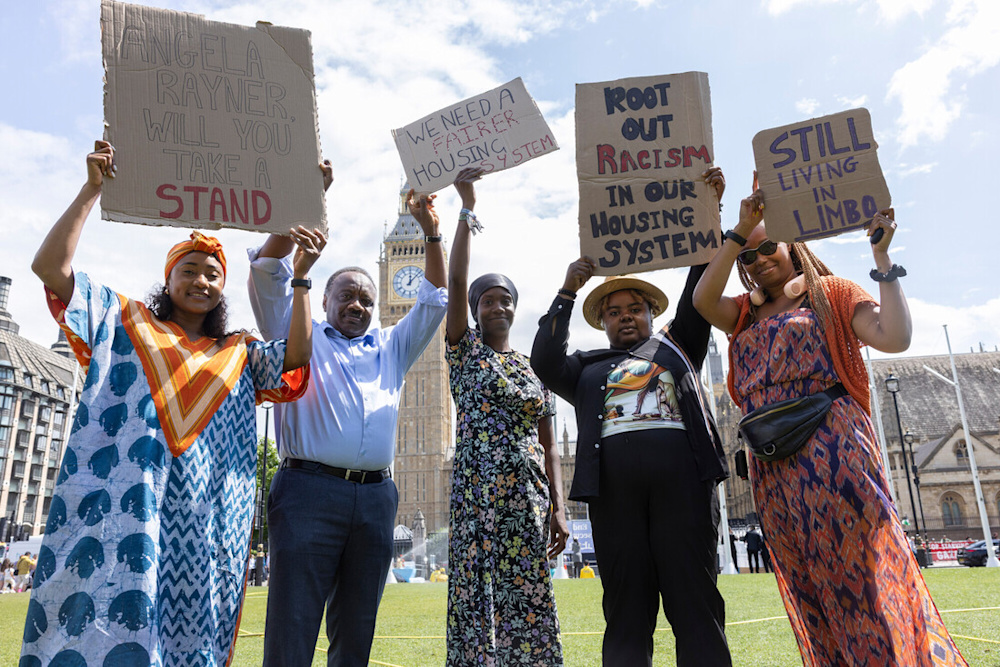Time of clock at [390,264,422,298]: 12:07
